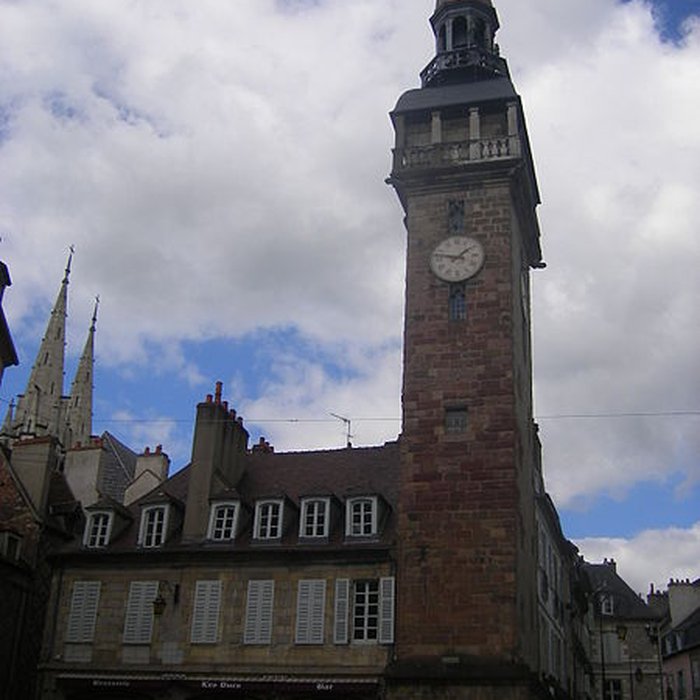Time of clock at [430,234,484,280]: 1:46
